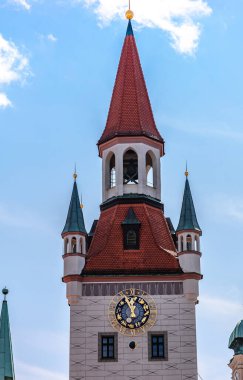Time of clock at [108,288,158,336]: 12:55
